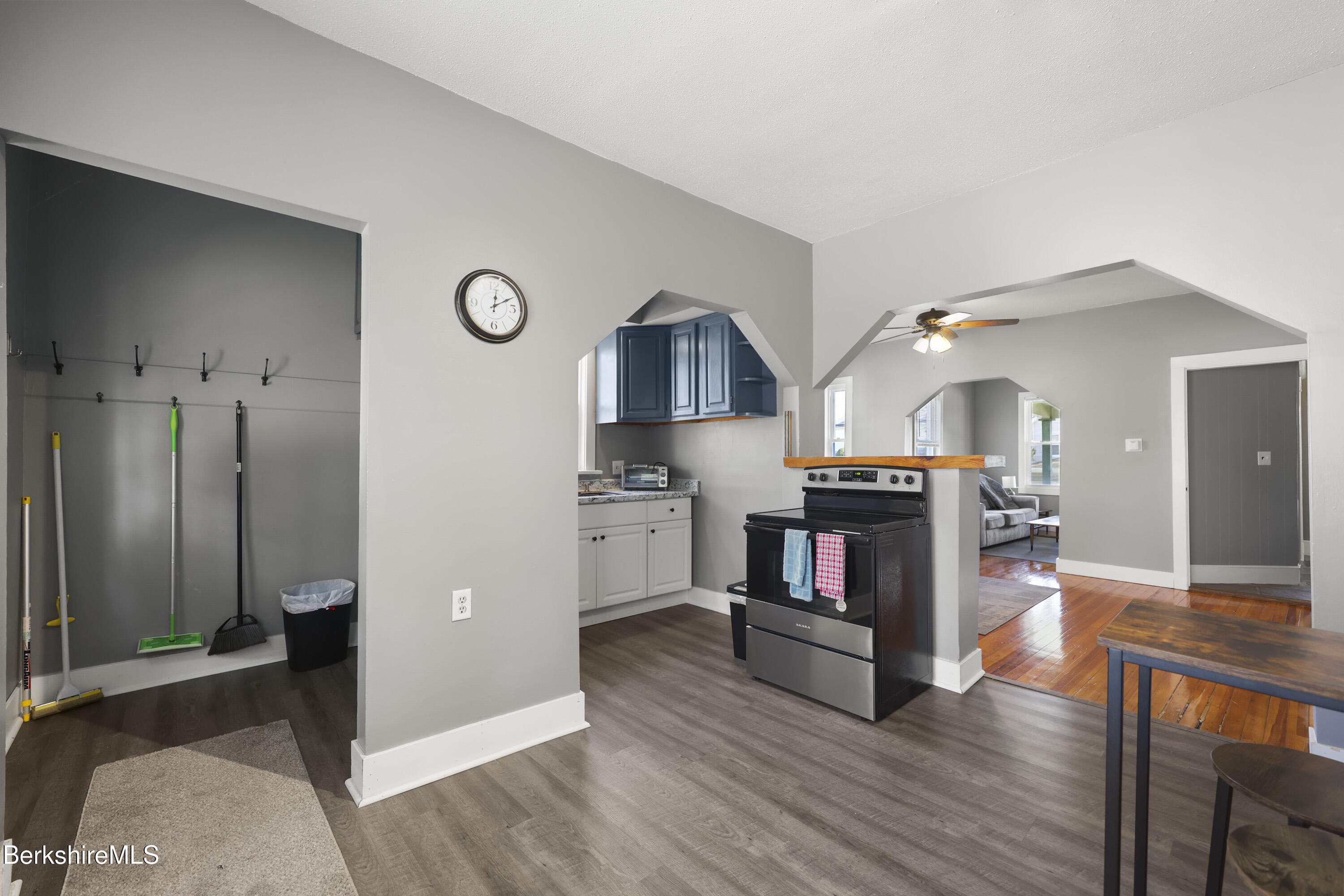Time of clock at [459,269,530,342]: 12:10
